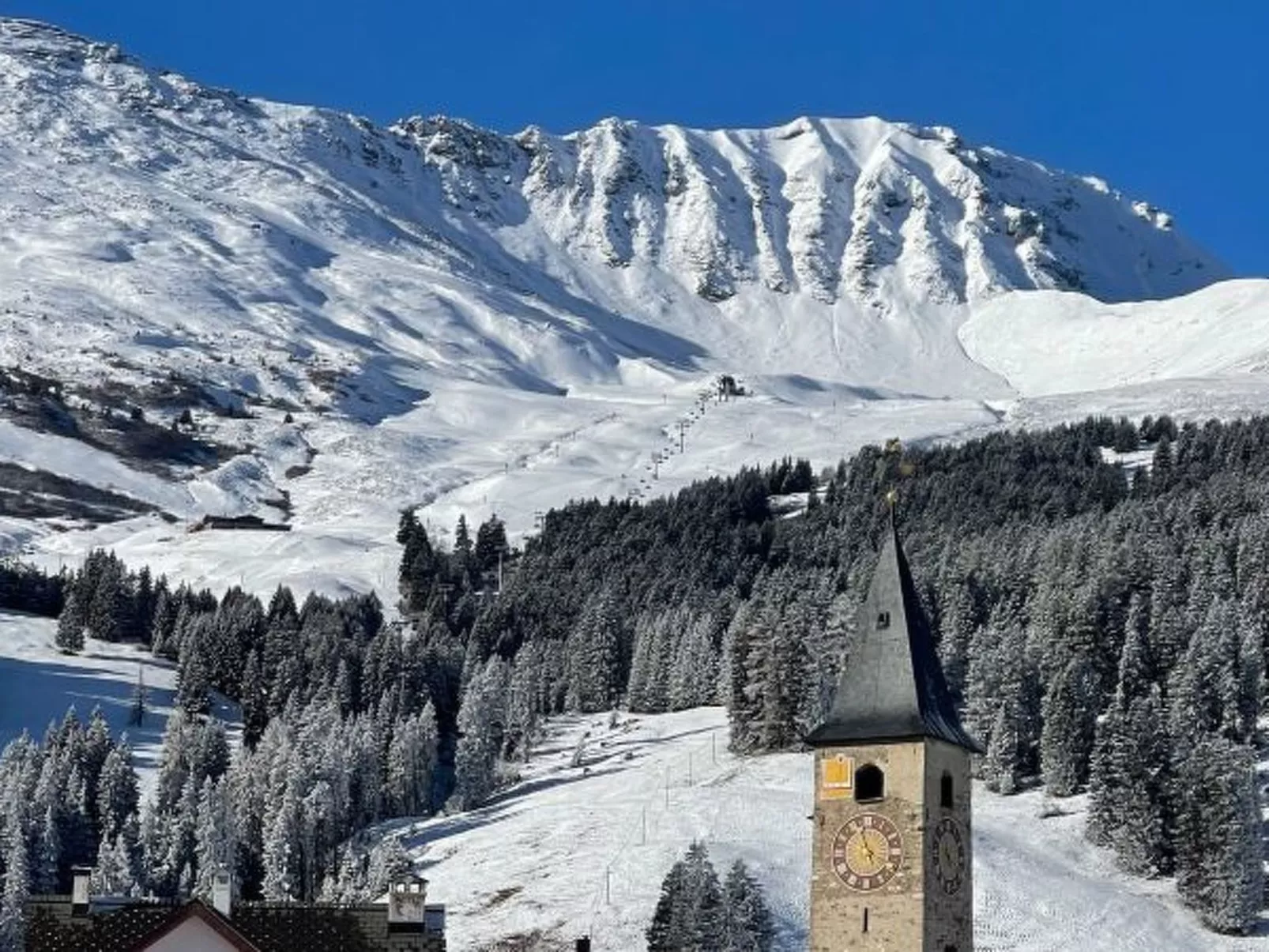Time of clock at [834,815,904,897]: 4:57
